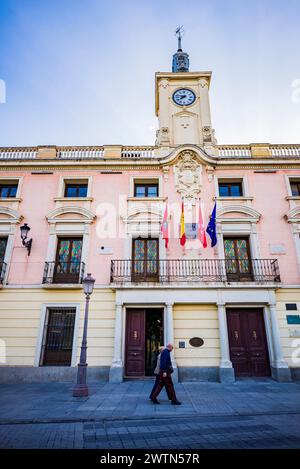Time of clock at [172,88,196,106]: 7:47
